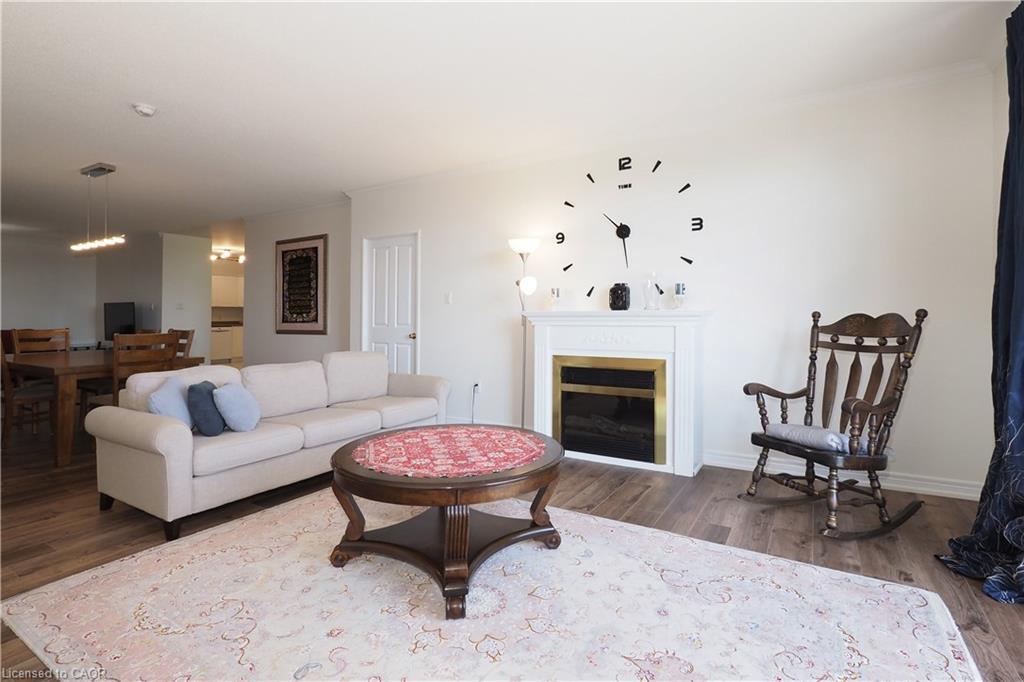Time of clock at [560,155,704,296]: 10:28
